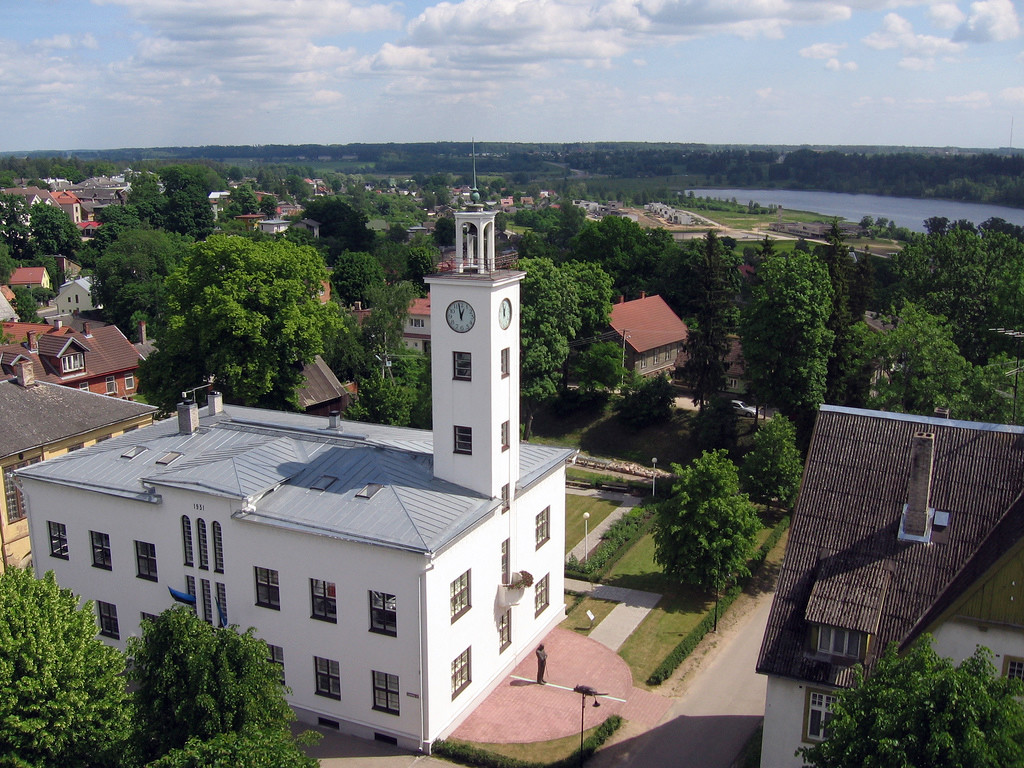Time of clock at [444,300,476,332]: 12:58
